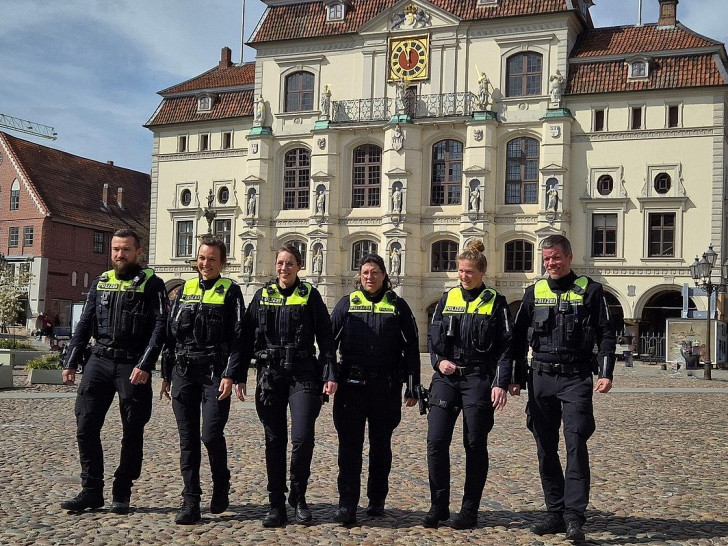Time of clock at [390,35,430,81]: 11:55
